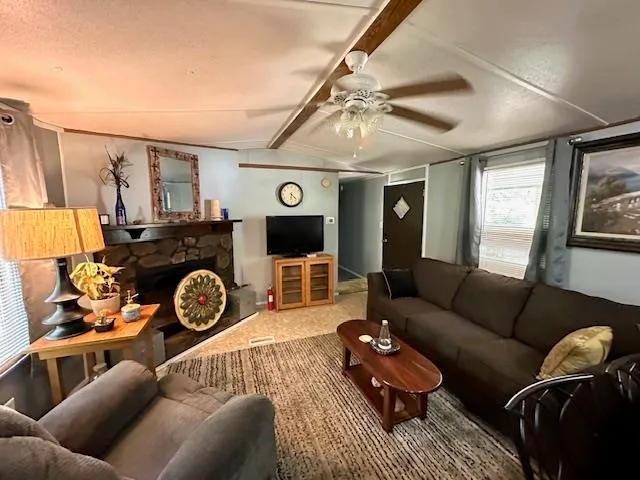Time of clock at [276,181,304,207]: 6:22
